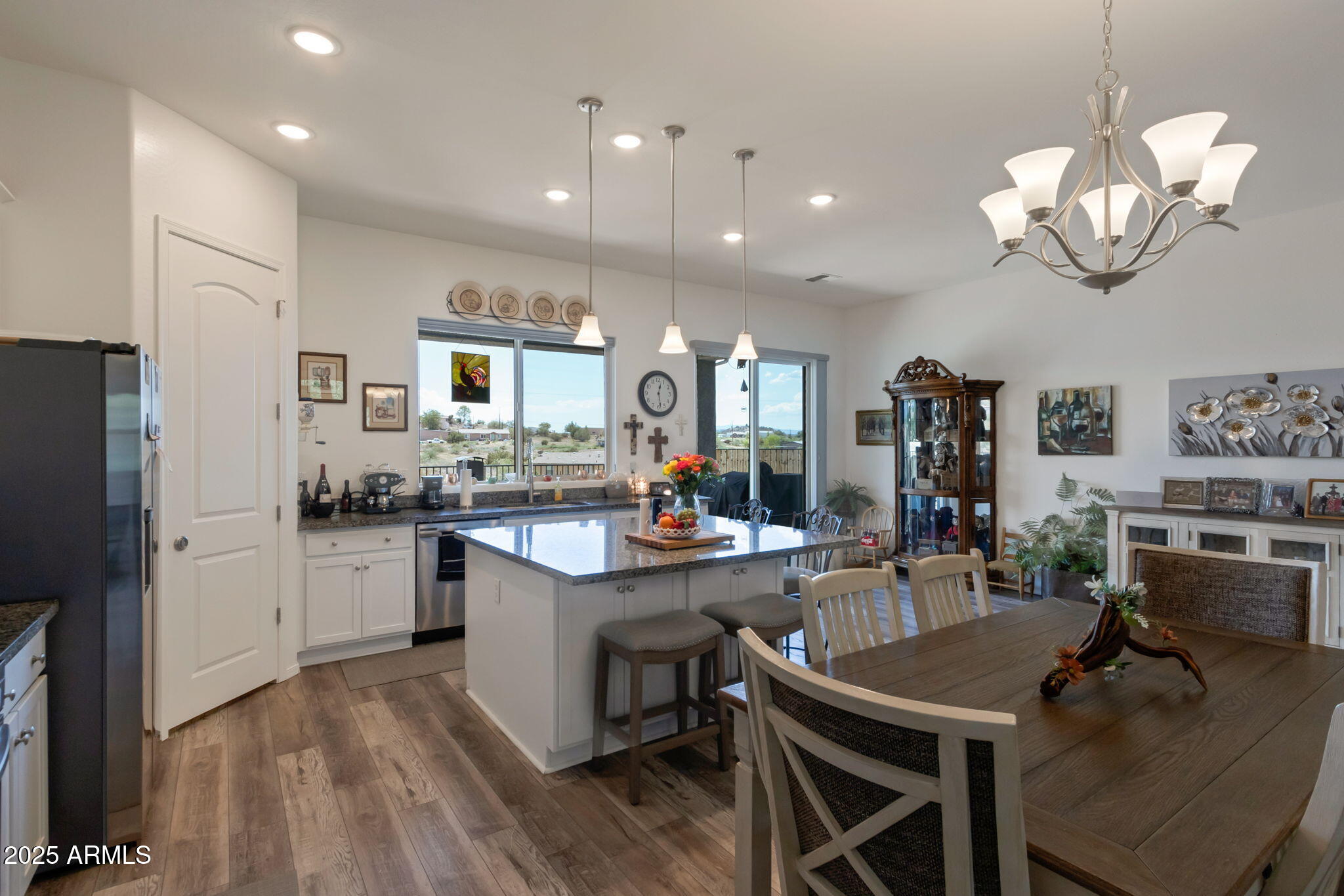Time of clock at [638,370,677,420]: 12:28
